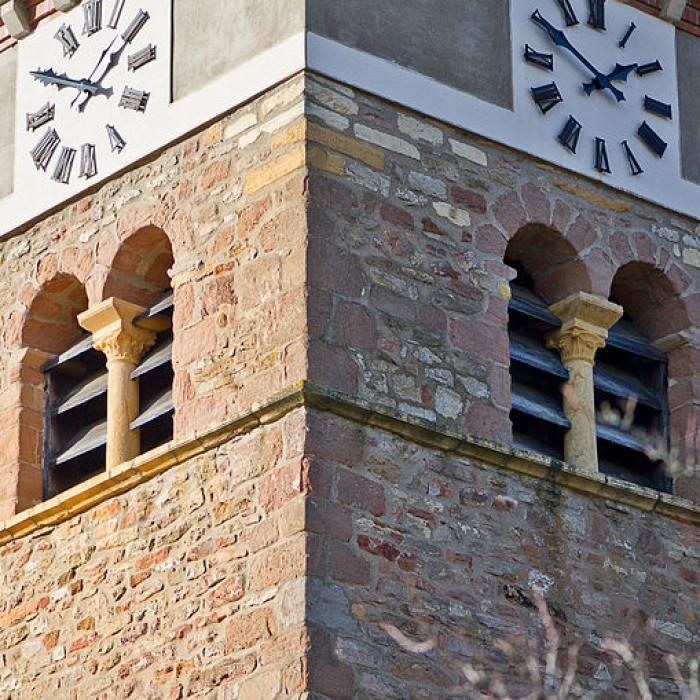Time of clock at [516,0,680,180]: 1:50
